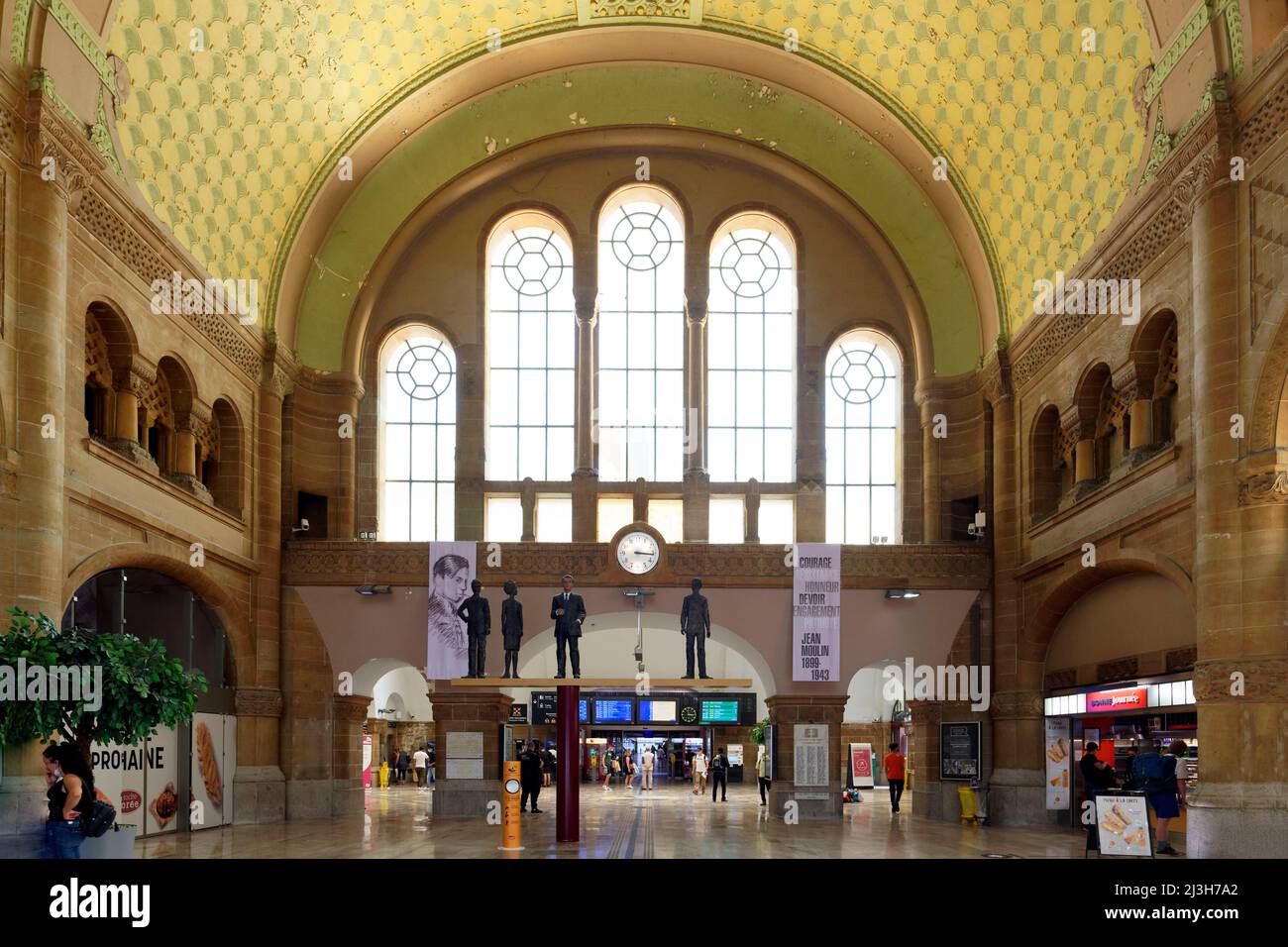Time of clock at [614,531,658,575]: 3:16
